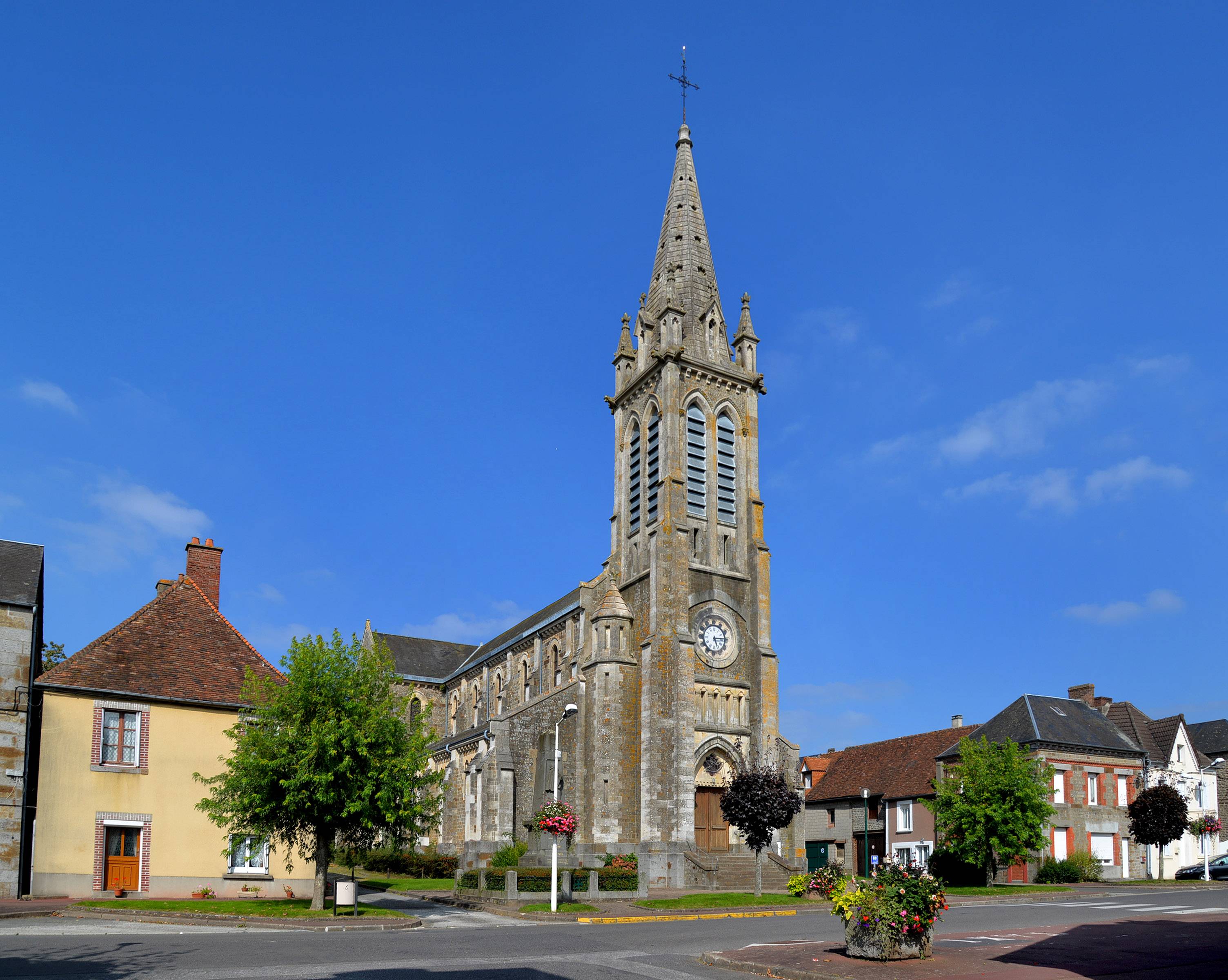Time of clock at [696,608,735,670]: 5:14
